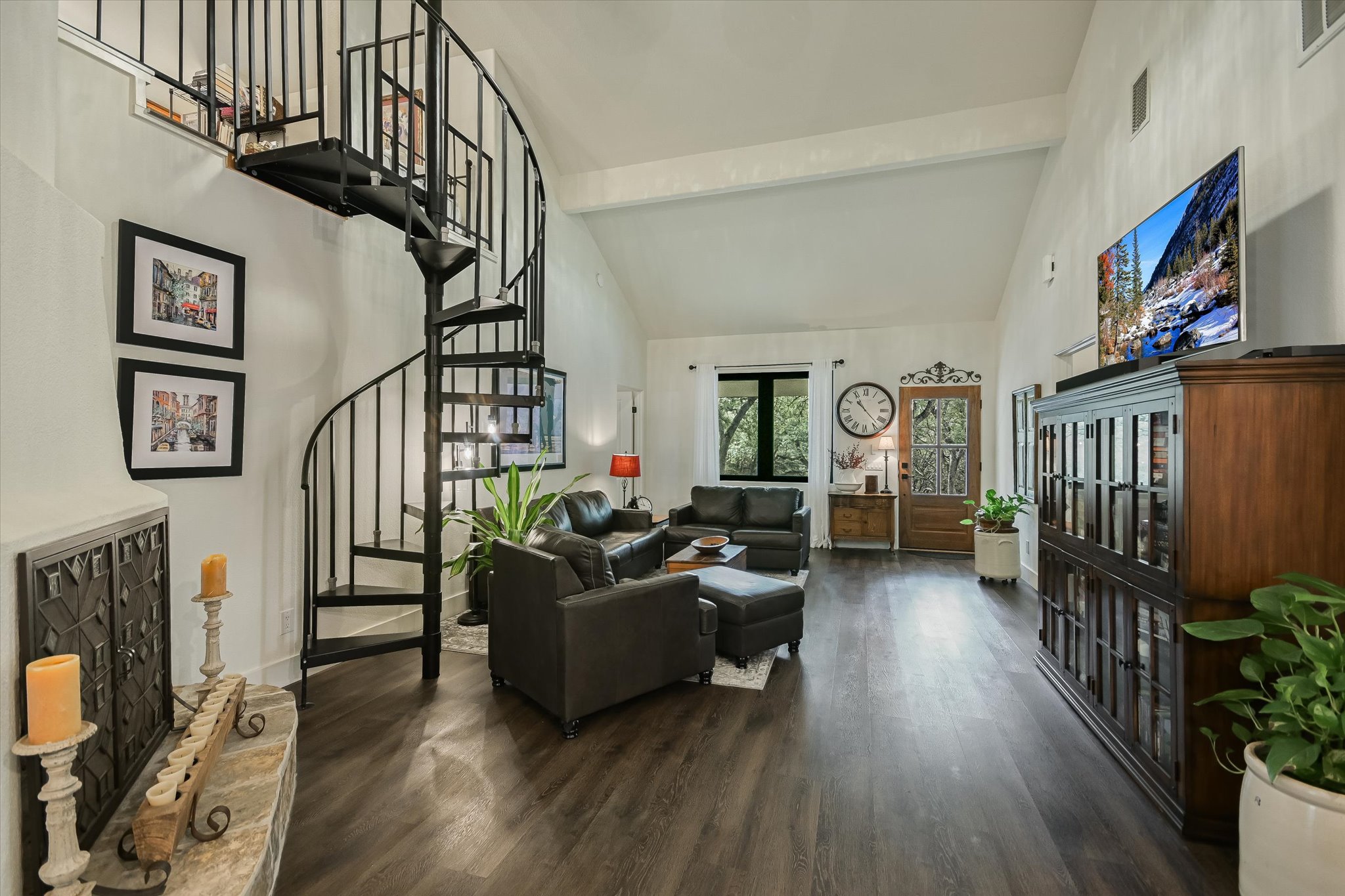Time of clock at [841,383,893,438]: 10:22
